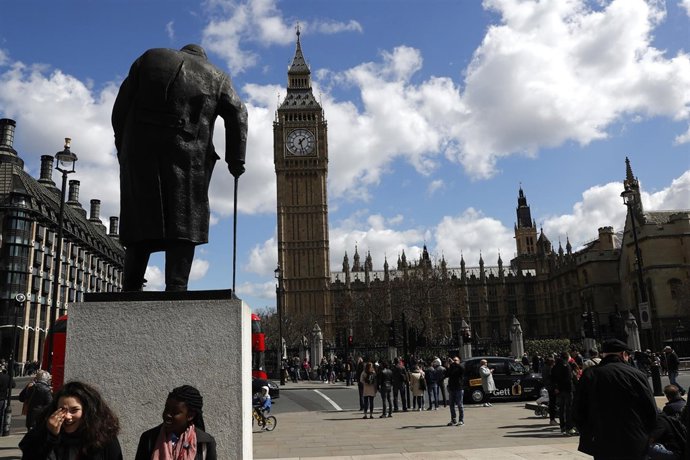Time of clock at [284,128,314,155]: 1:27
